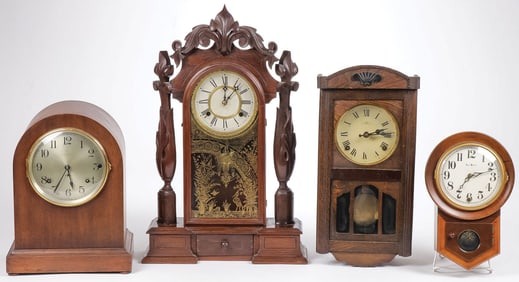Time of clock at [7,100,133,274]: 5:35
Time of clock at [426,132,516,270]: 7:11
